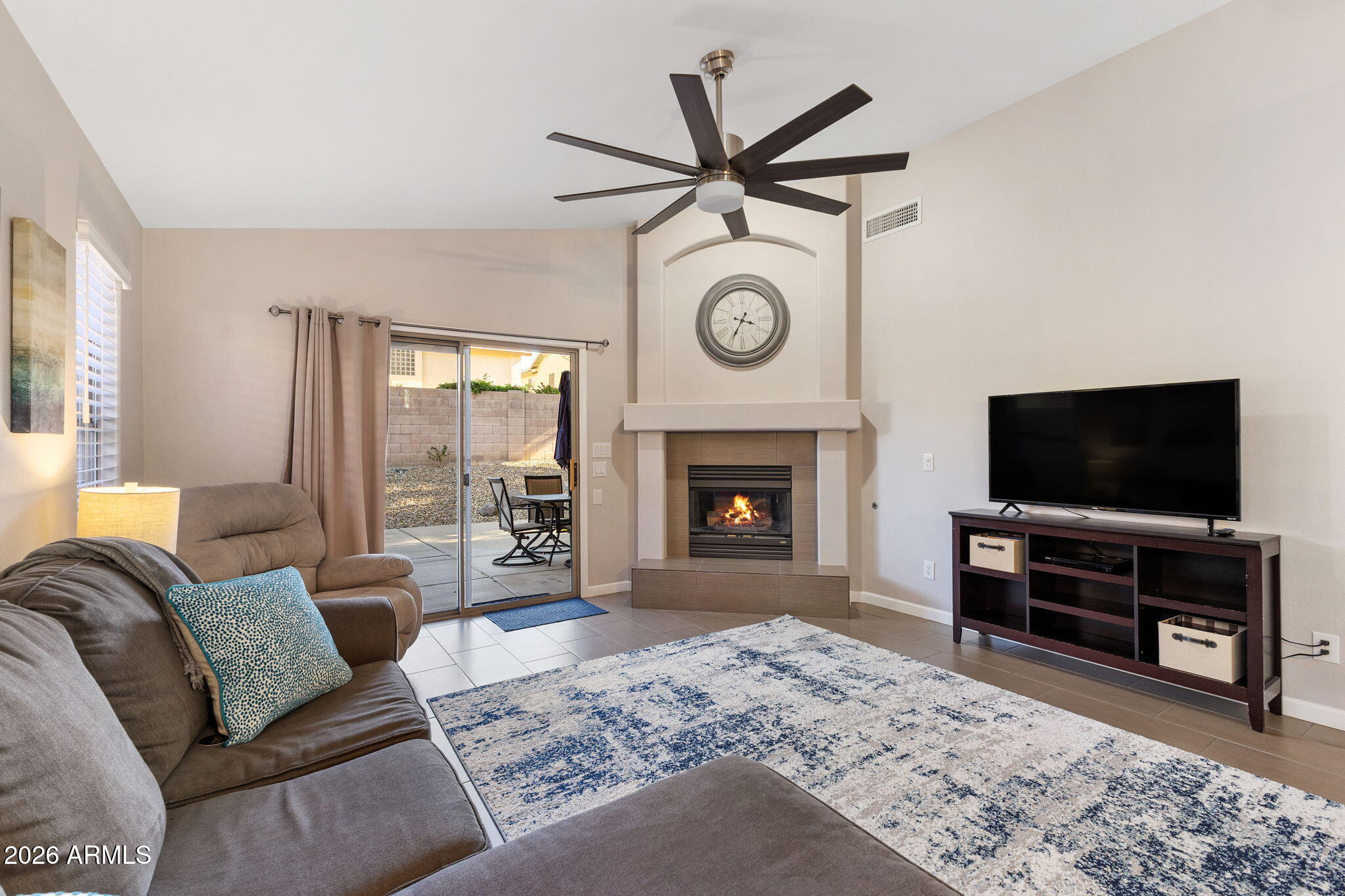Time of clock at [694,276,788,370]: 3:34
